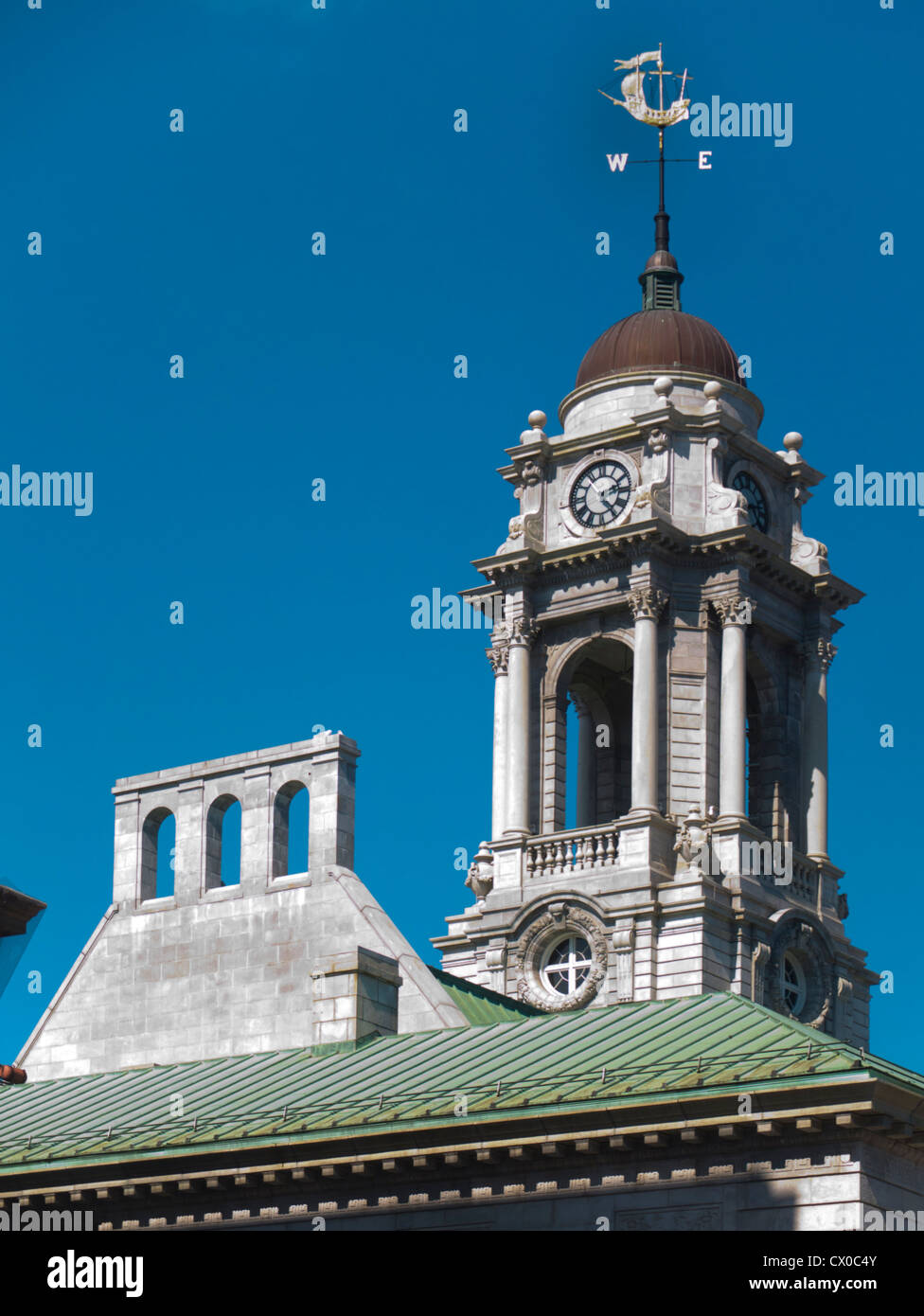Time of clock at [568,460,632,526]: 2:24
